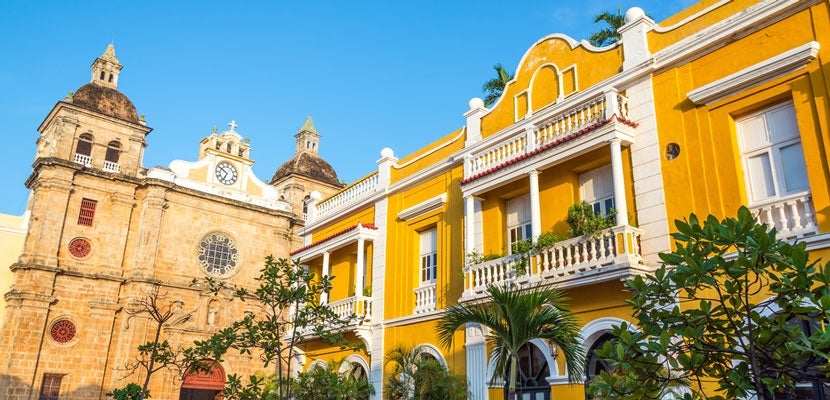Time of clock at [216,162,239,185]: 6:50
